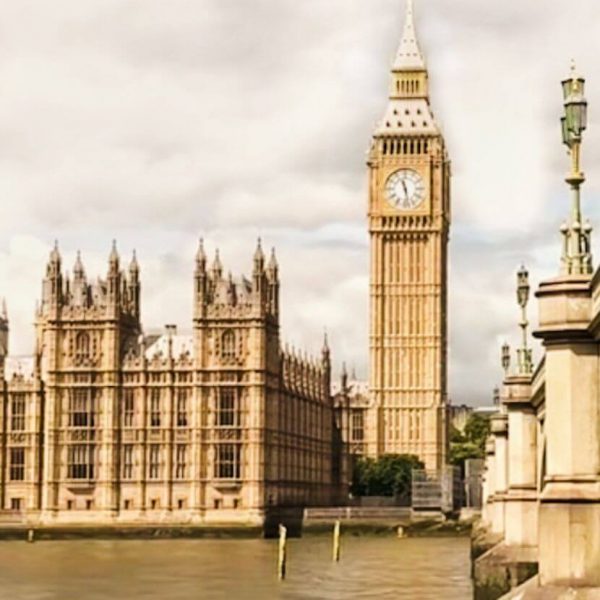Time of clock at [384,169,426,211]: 11:28
